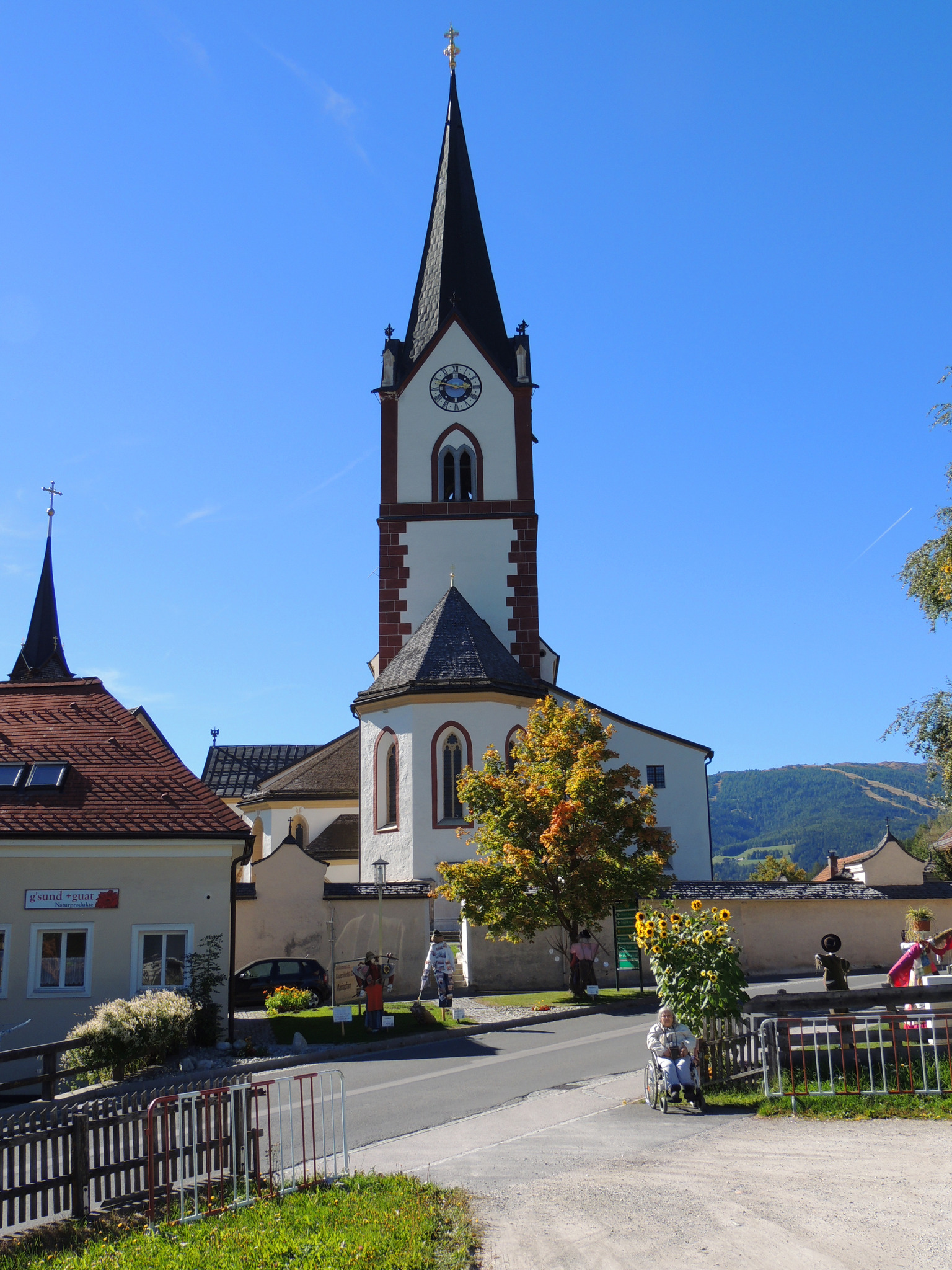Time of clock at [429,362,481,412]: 2:46
